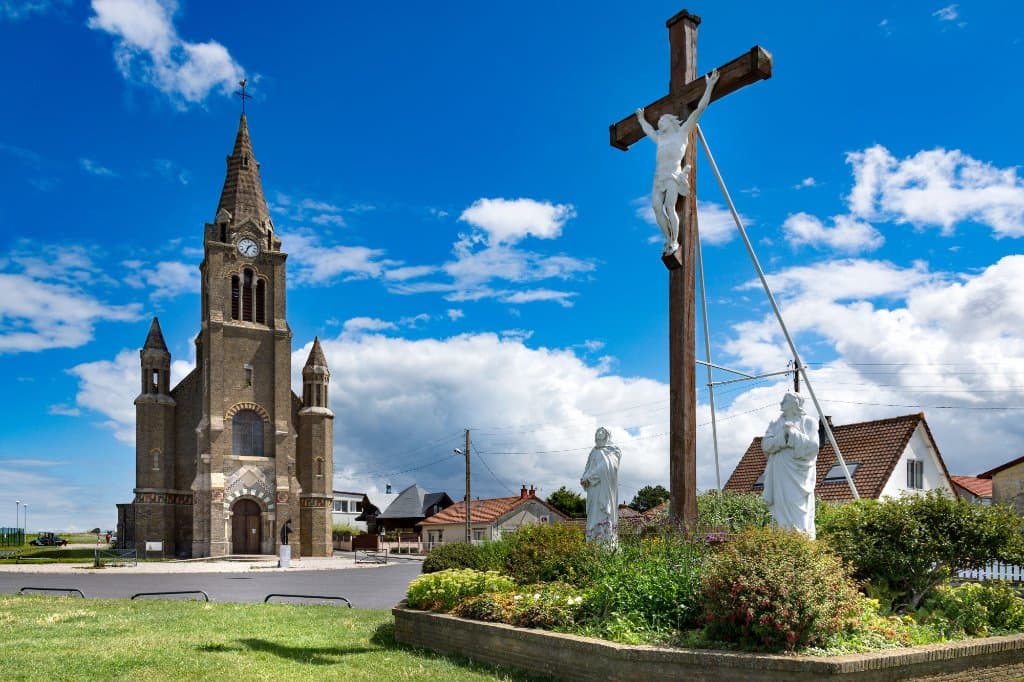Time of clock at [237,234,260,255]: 1:33
